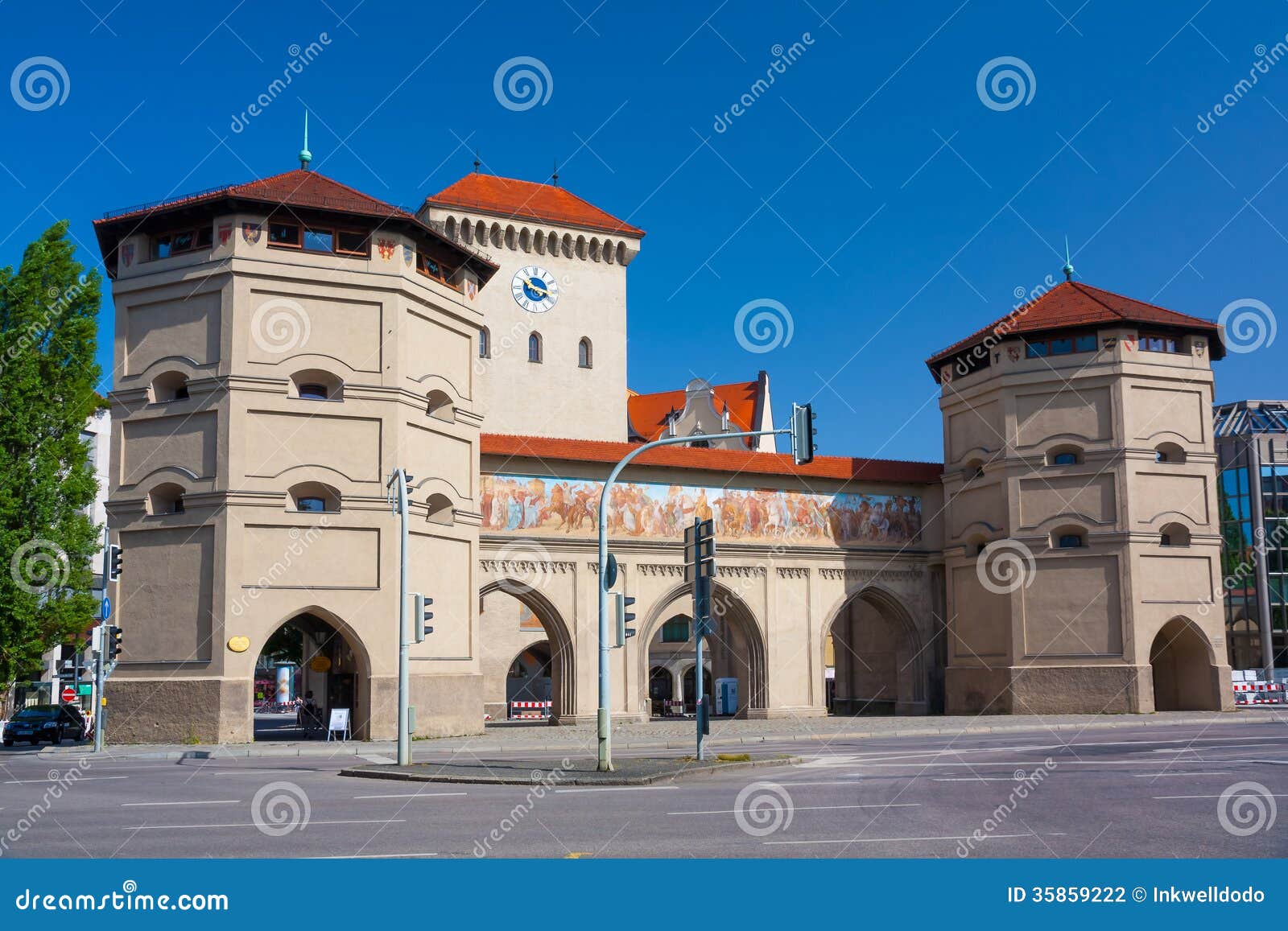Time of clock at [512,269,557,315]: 10:17
